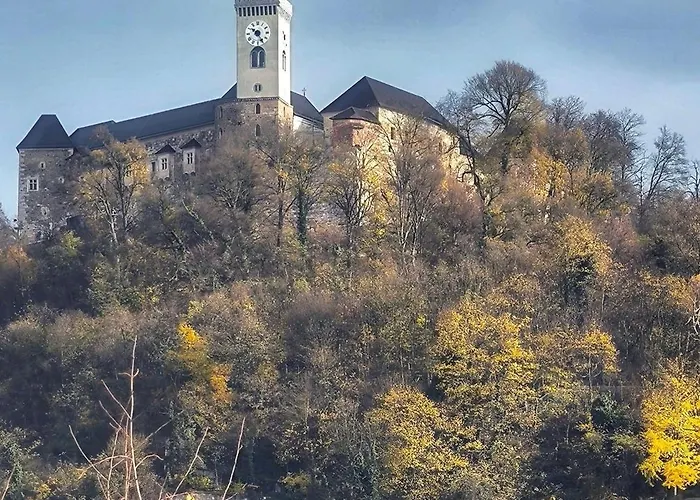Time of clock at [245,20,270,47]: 10:24
